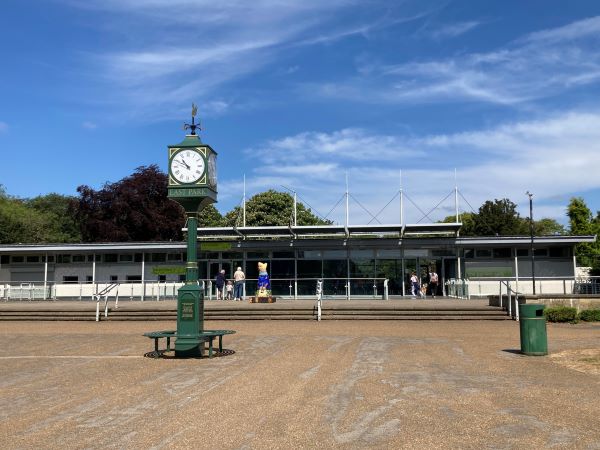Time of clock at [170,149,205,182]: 10:49
